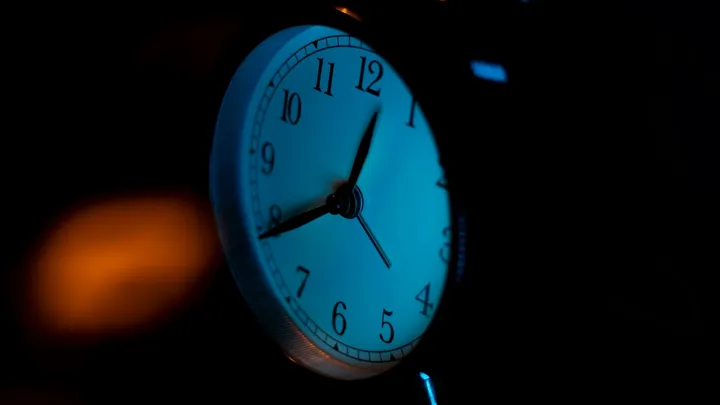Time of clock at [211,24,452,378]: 12:39
